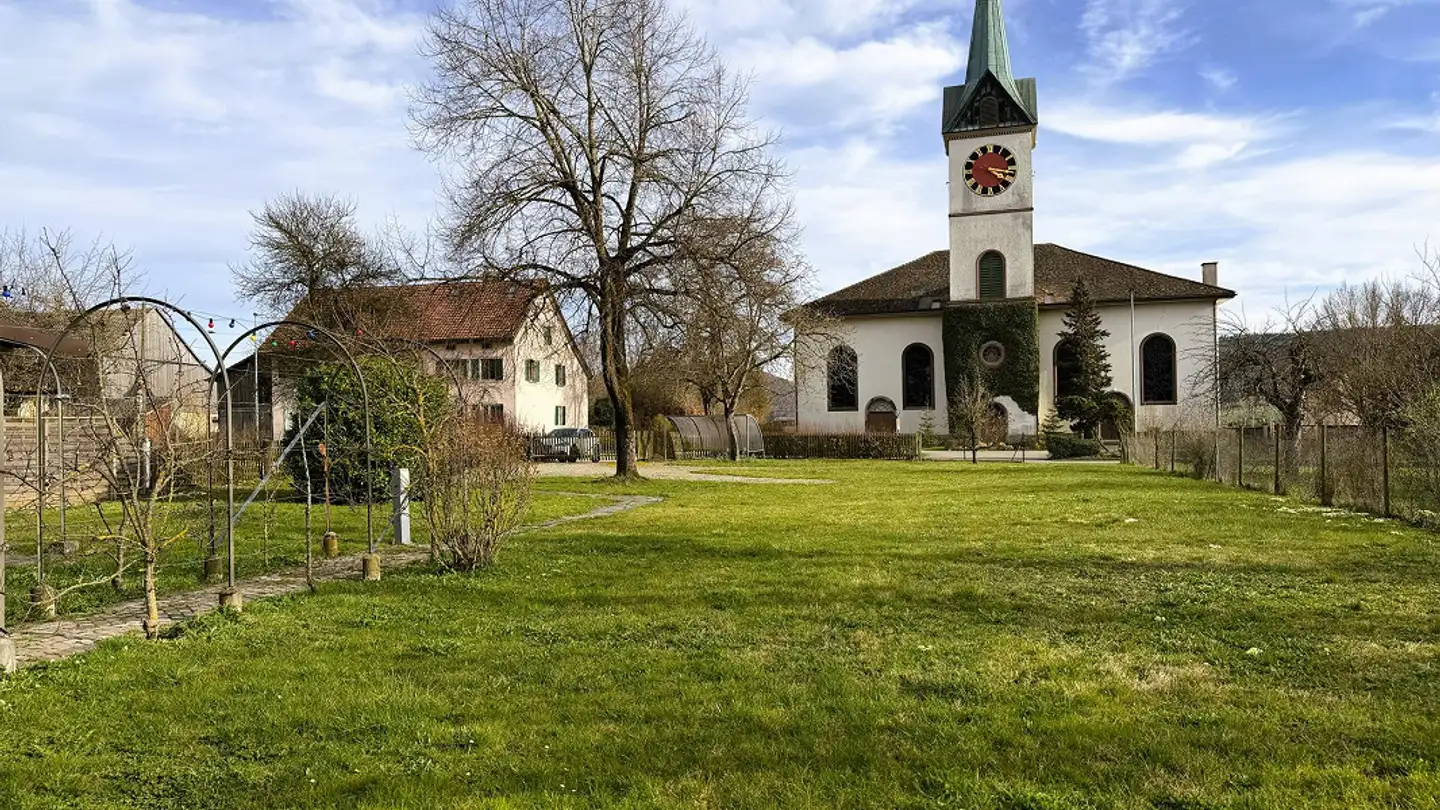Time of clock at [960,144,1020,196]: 4:16
